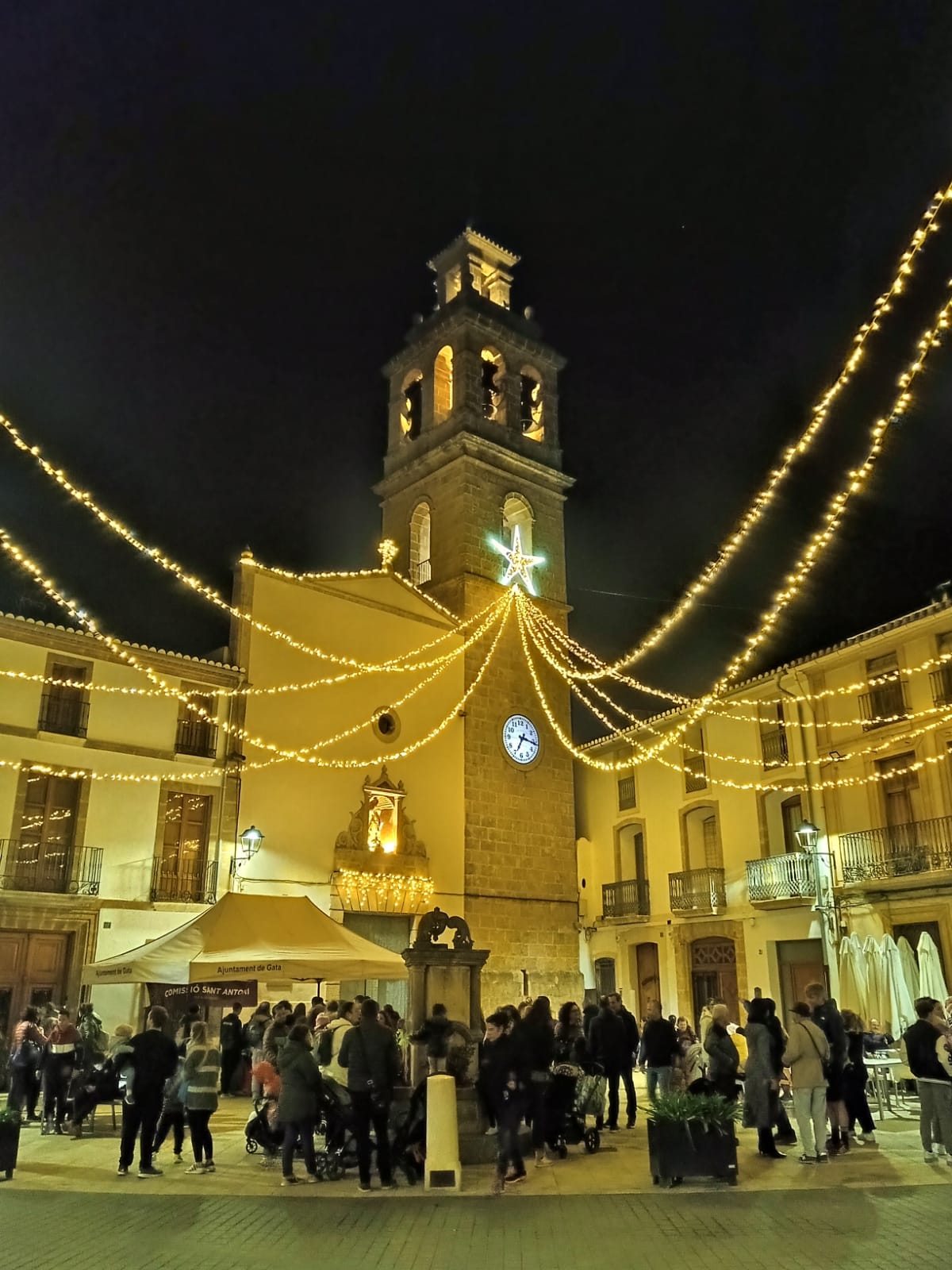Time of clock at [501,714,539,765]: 7:16
